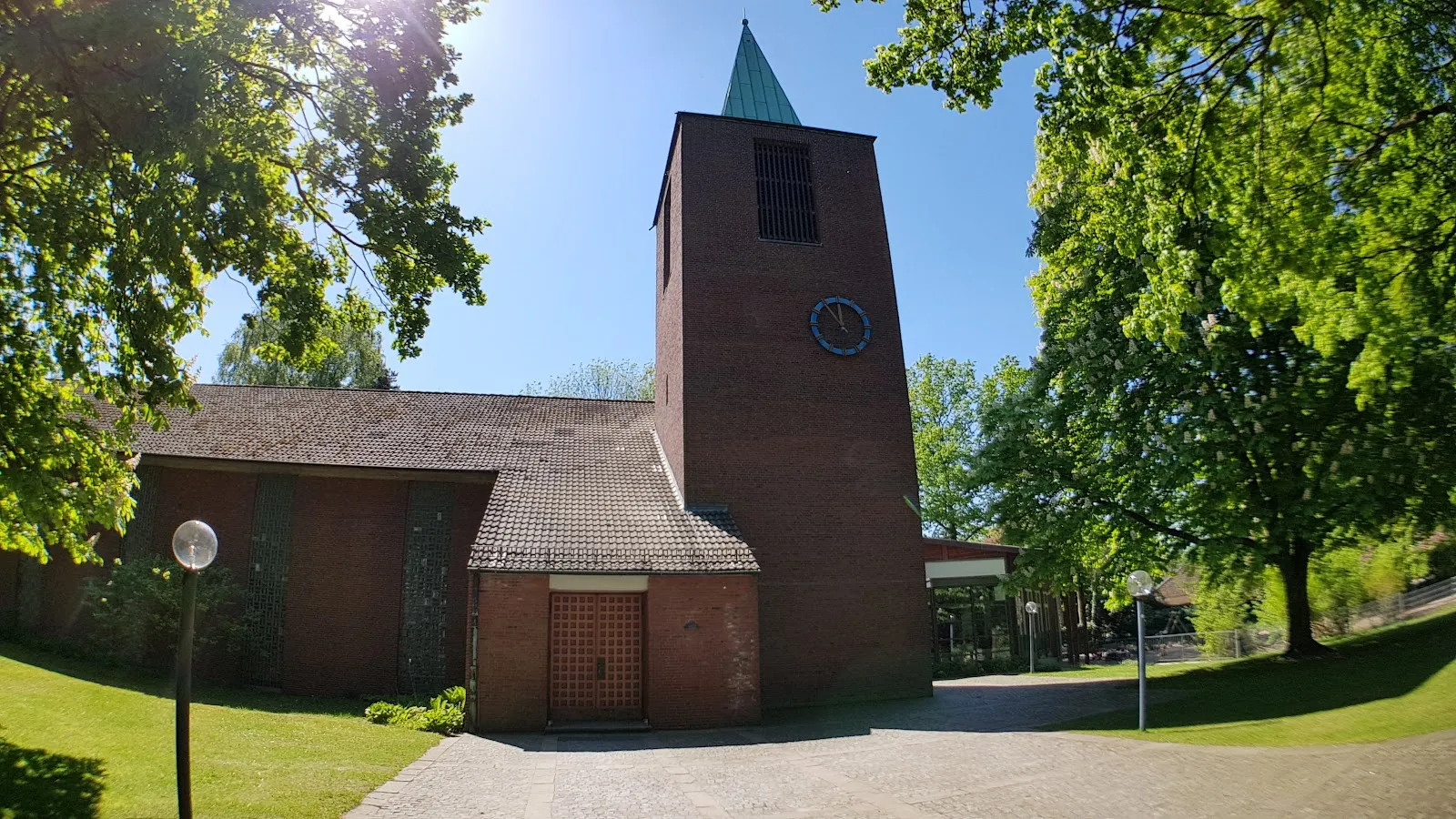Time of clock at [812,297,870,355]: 11:53
